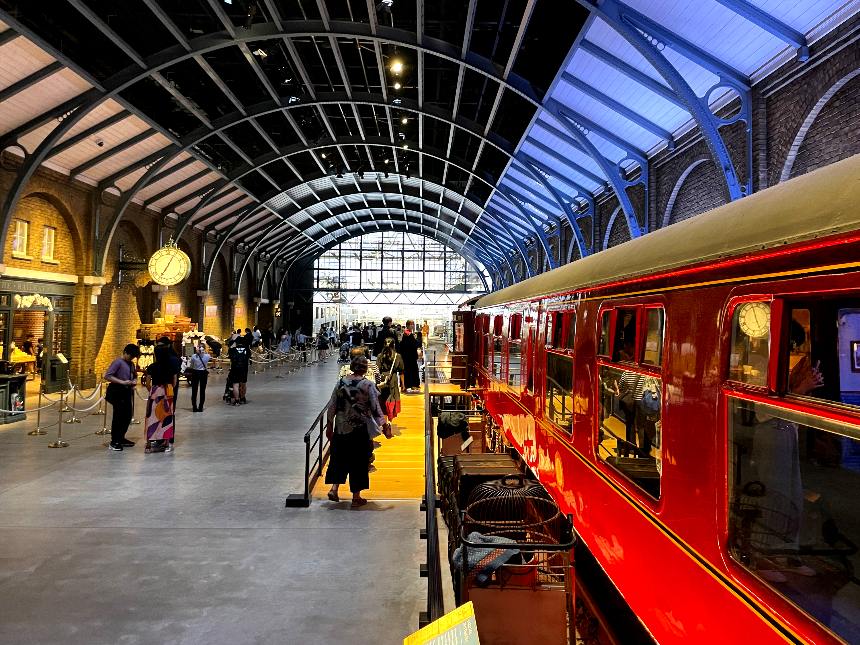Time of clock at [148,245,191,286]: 7:04
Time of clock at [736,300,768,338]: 4:56
